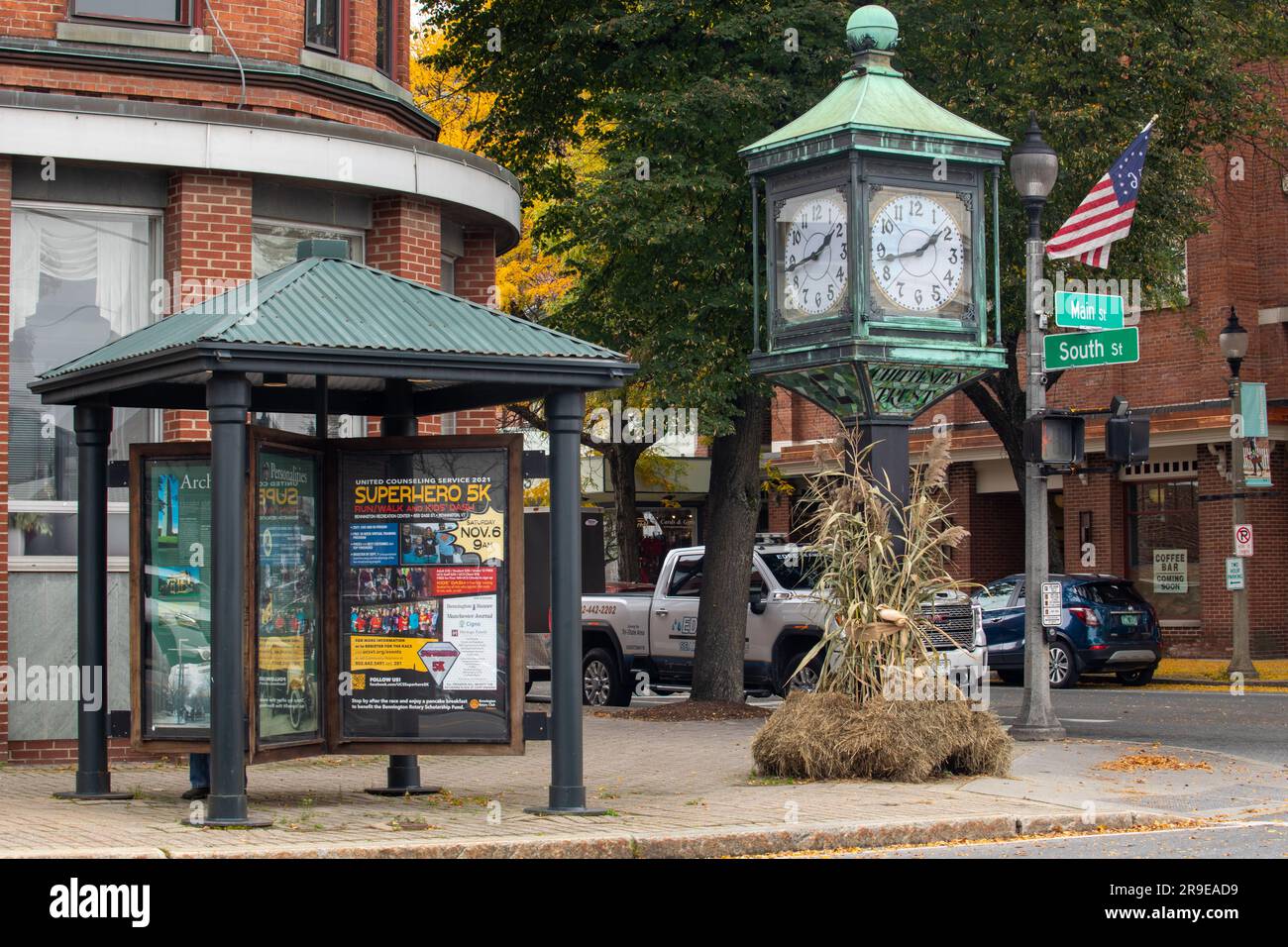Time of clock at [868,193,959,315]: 1:43
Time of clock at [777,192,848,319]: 1:43
